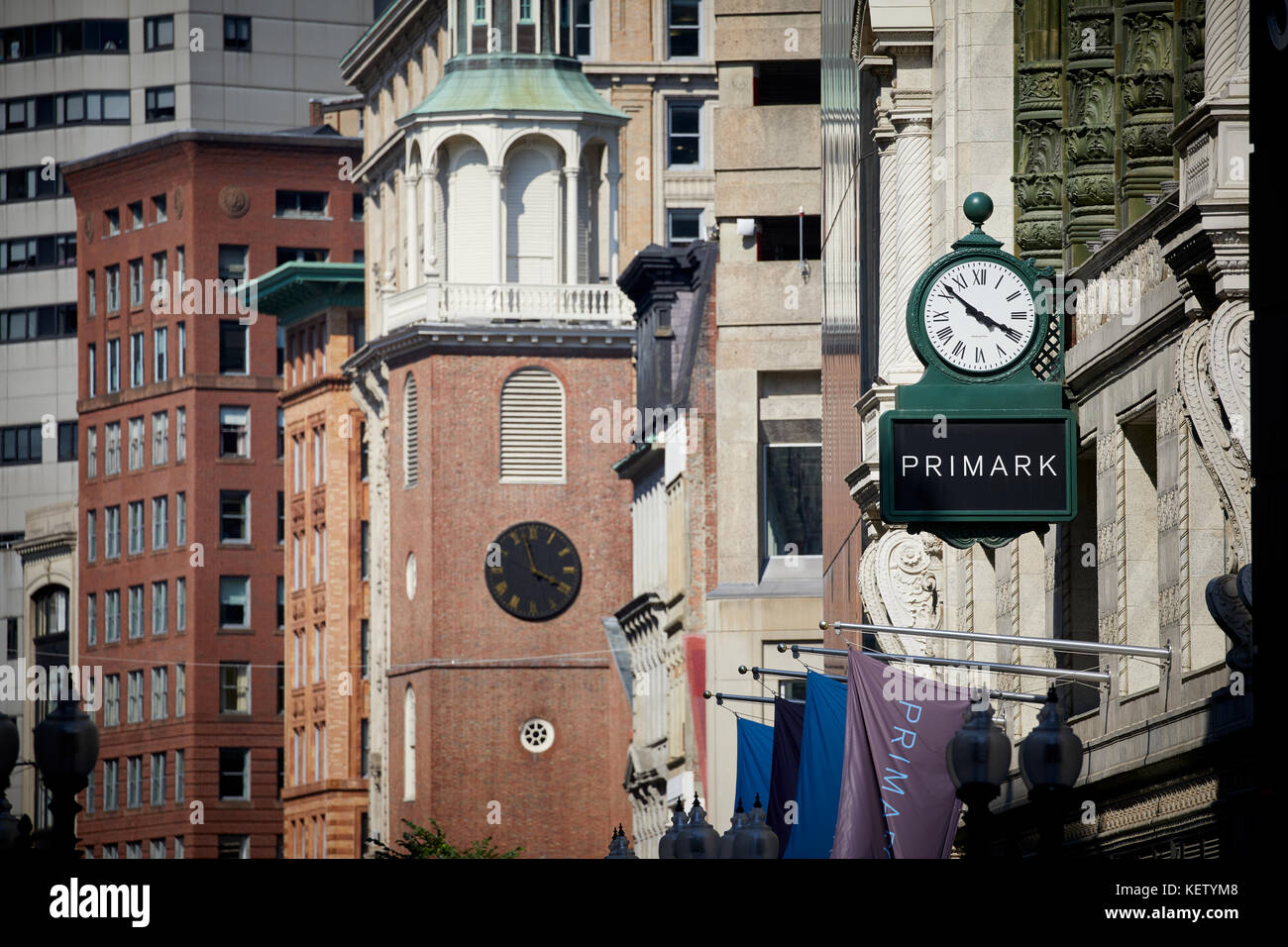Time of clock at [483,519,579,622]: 3:57
